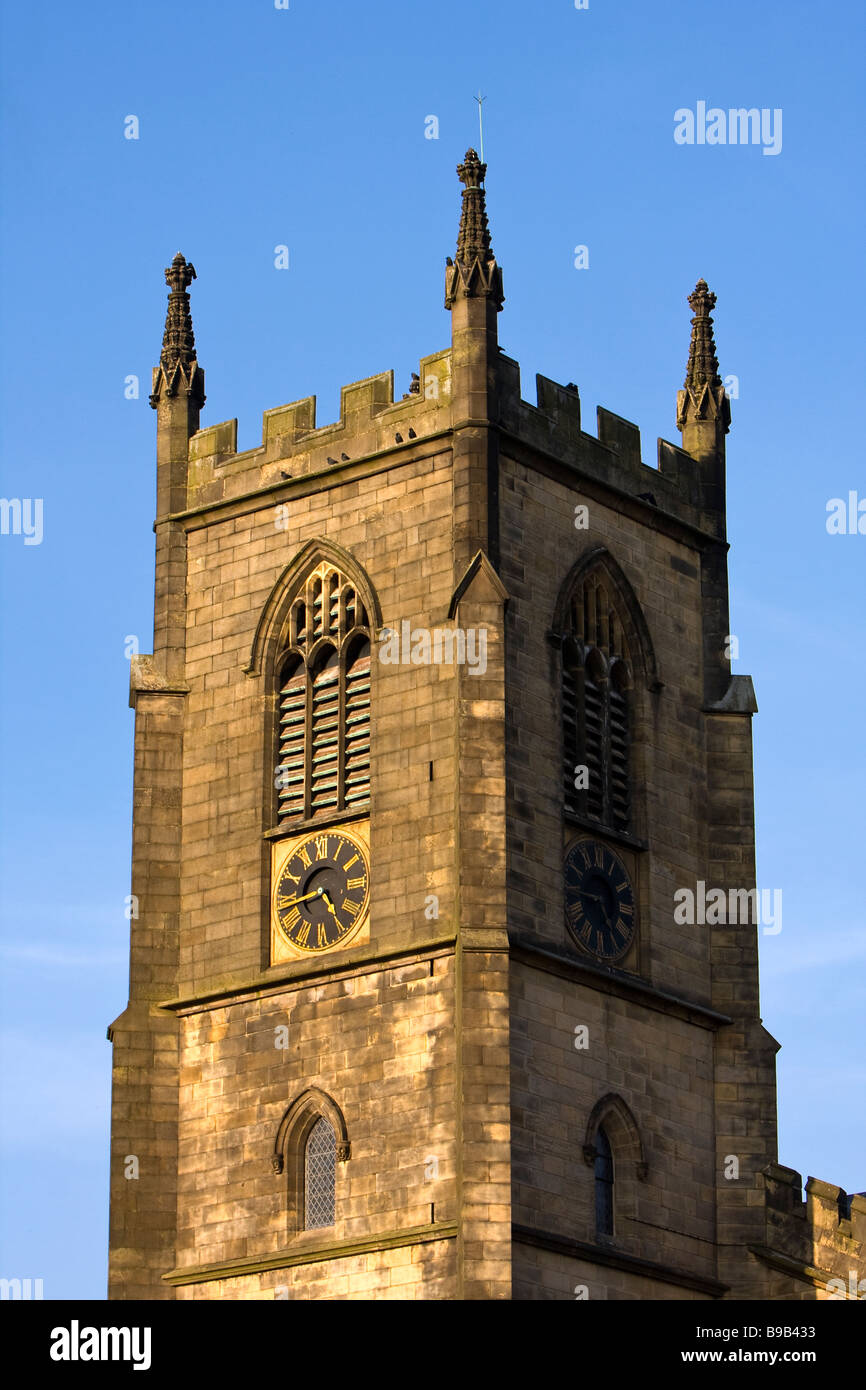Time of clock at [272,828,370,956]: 4:42
